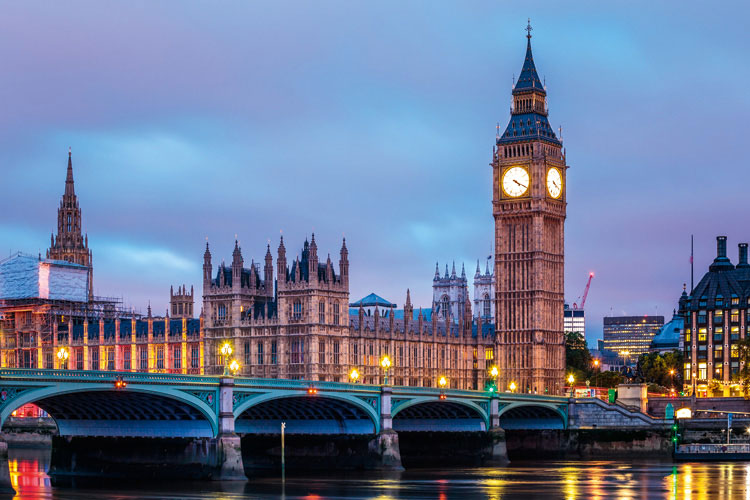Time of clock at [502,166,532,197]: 4:19
